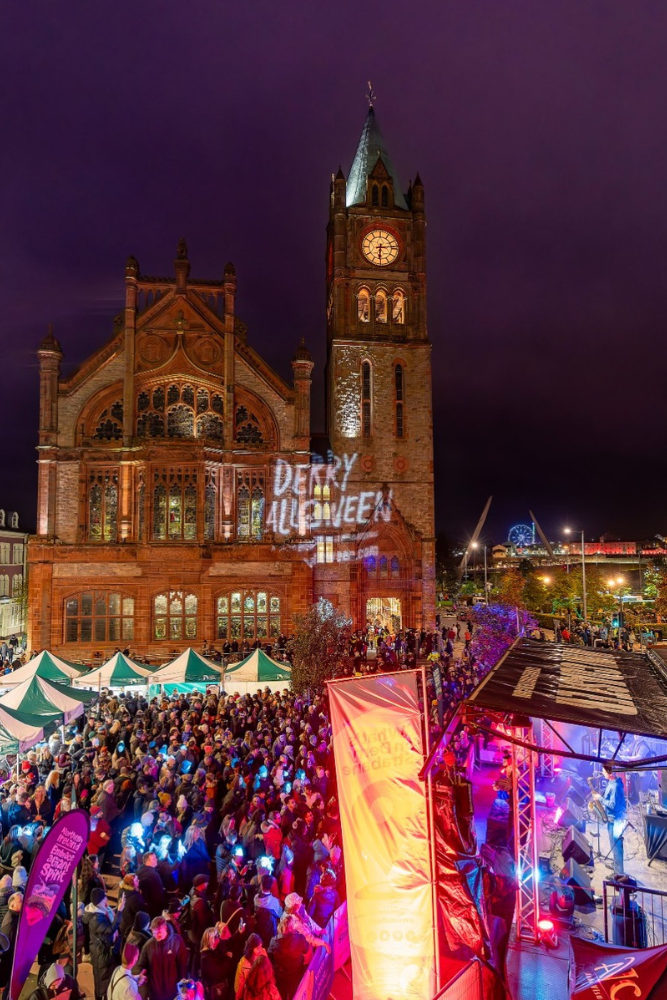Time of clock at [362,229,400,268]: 6:13
